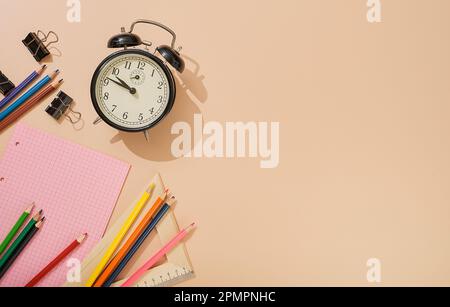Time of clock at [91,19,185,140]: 9:46
